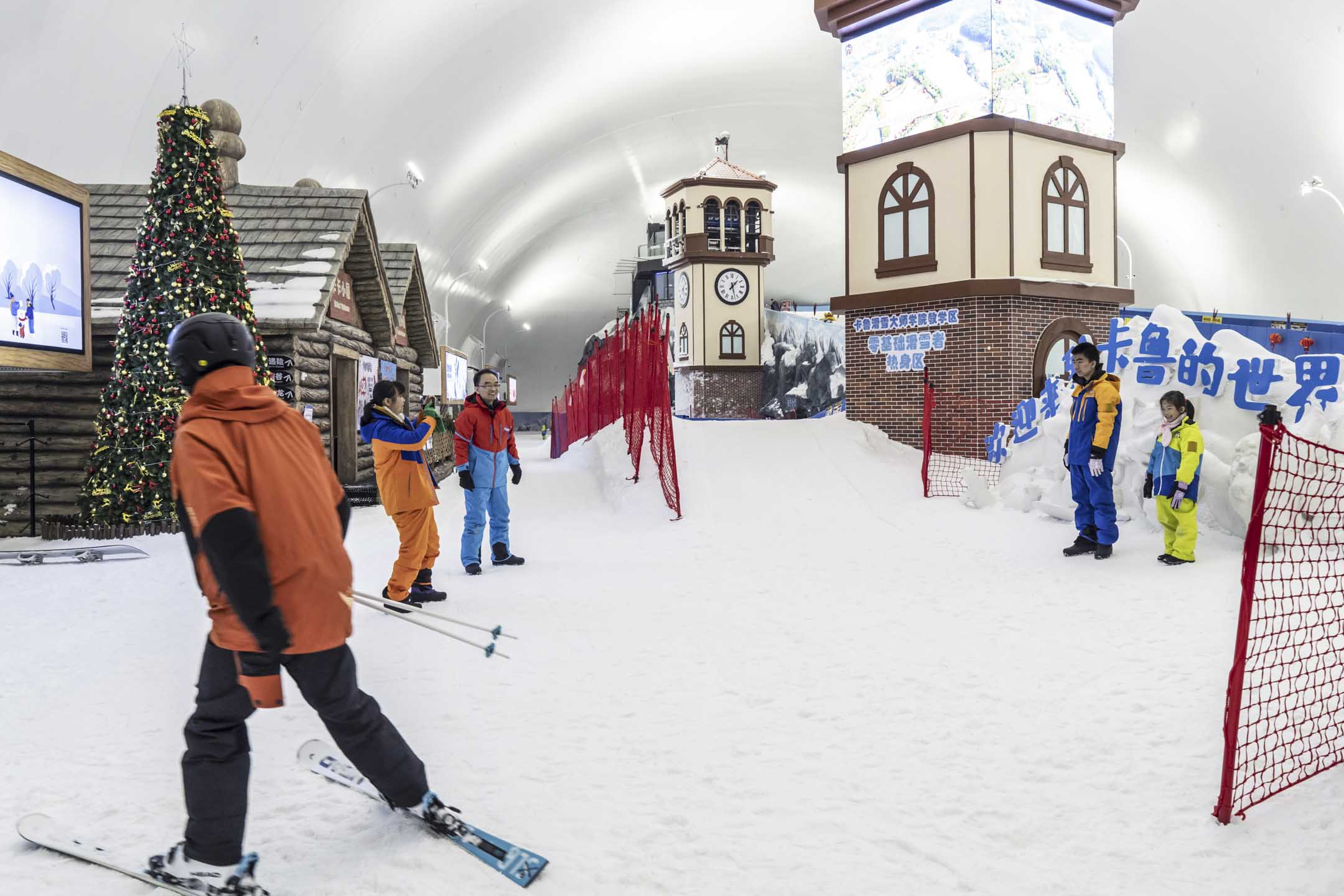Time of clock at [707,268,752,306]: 1:27
